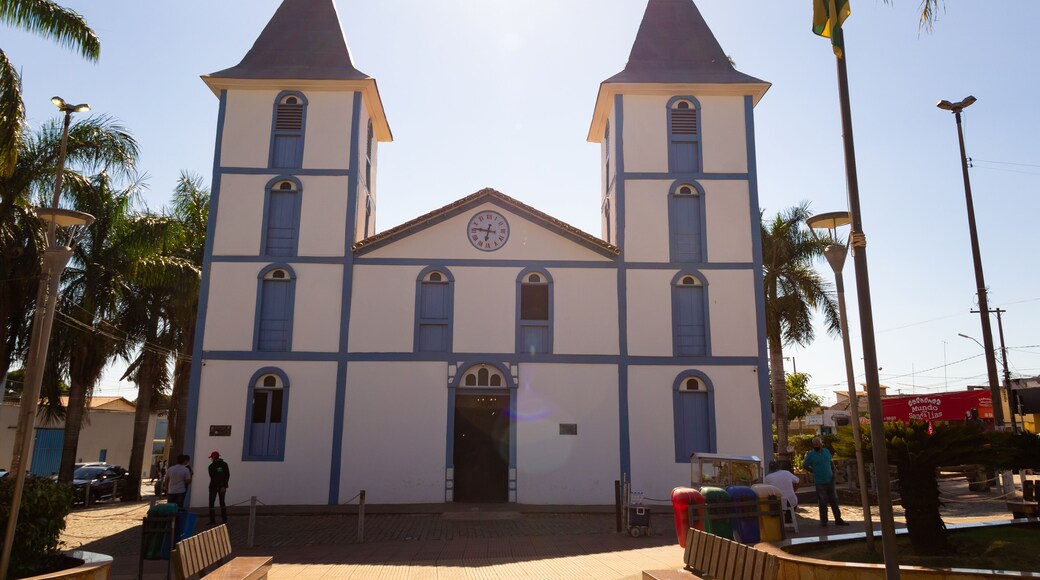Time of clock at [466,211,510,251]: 6:46
